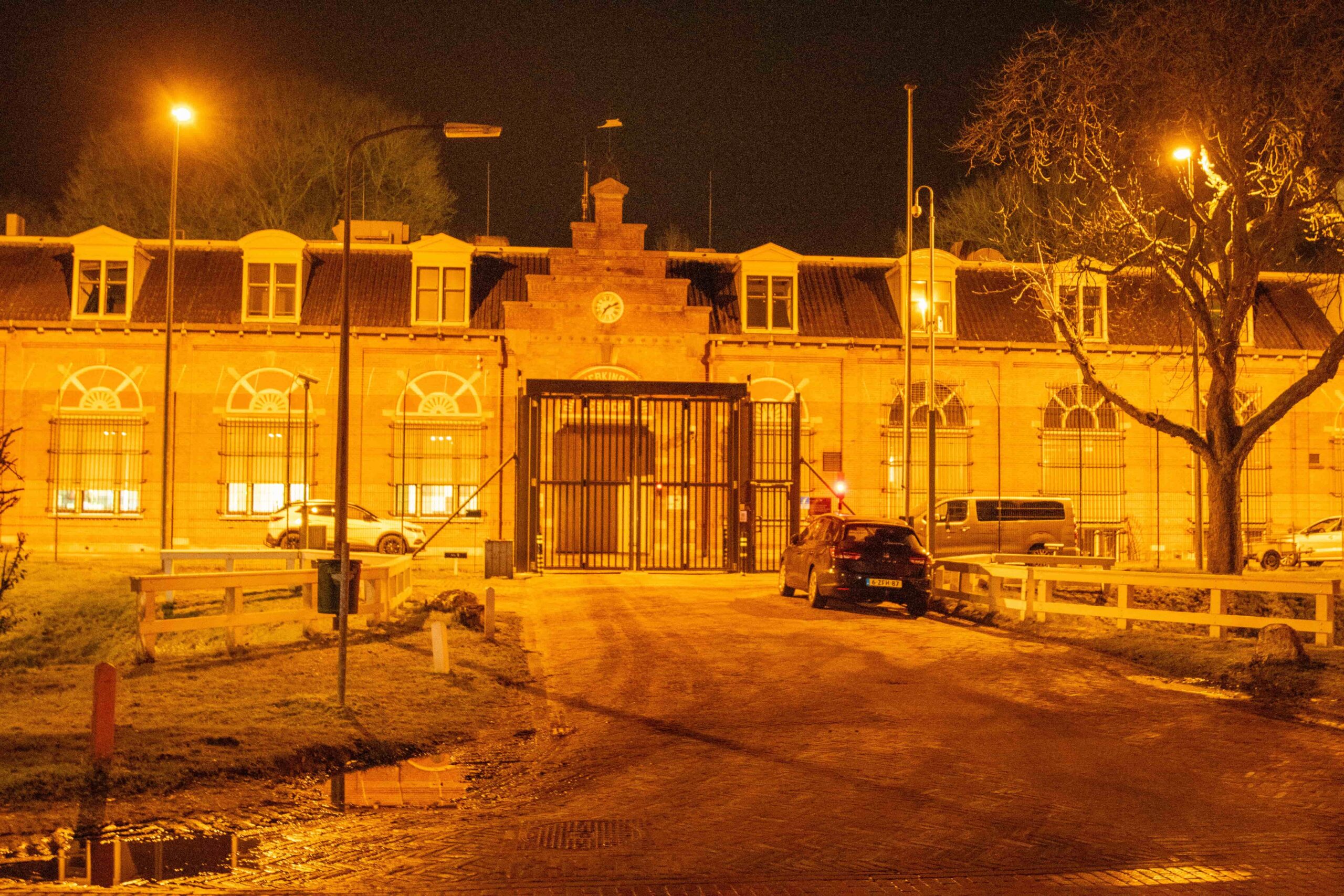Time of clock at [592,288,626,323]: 7:11
